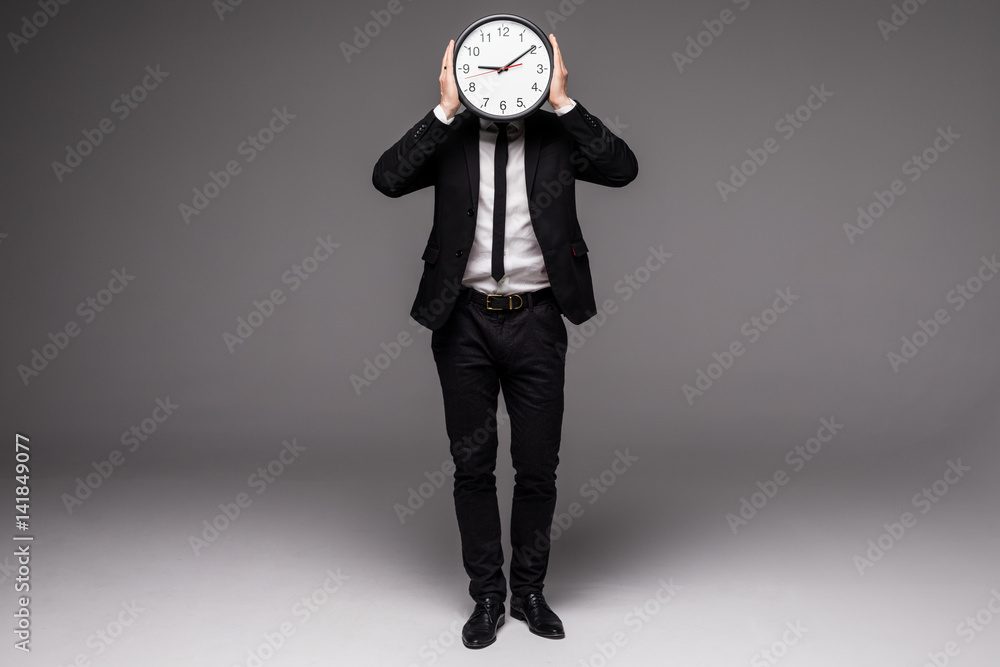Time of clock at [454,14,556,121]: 9:09
